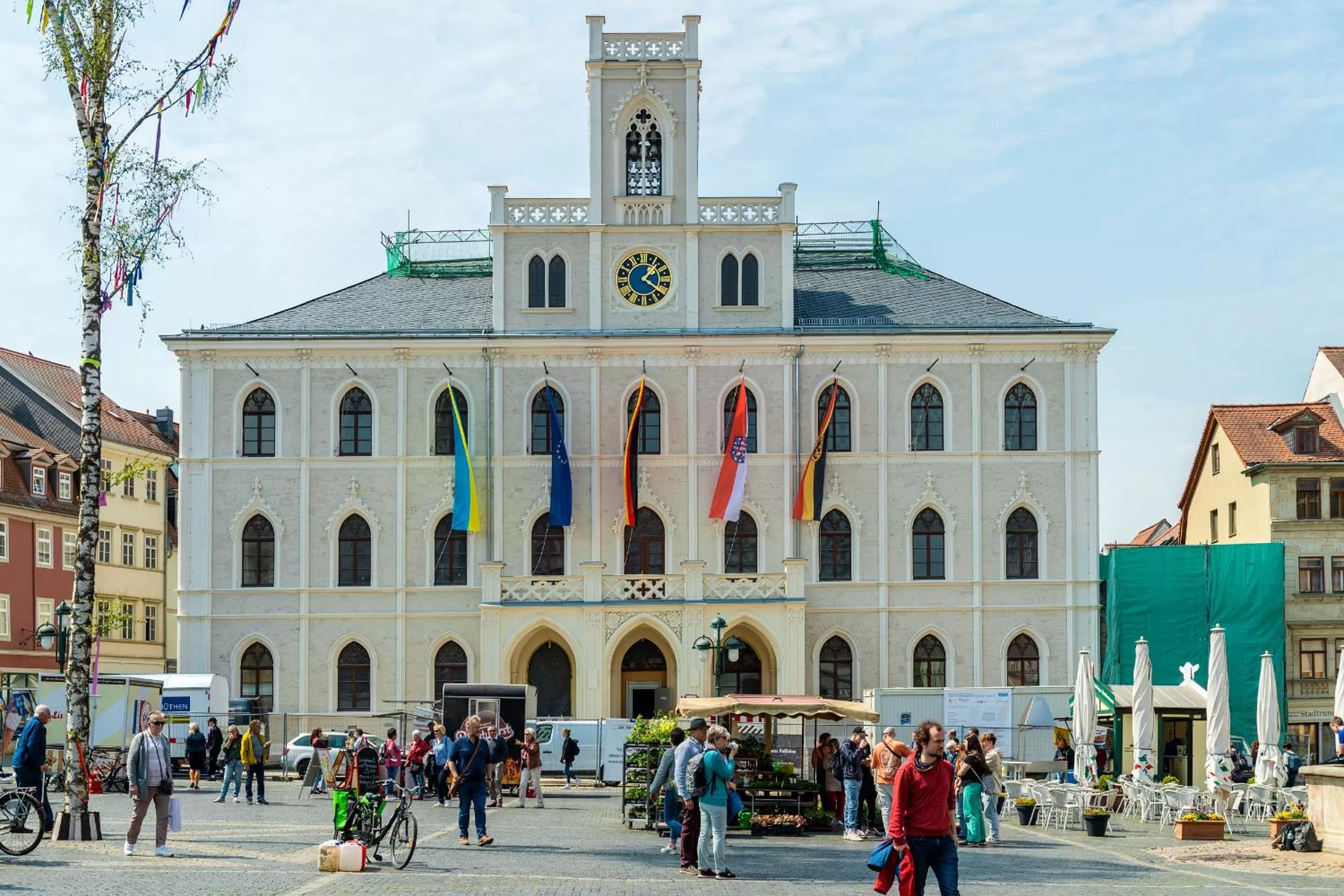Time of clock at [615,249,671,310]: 1:20
